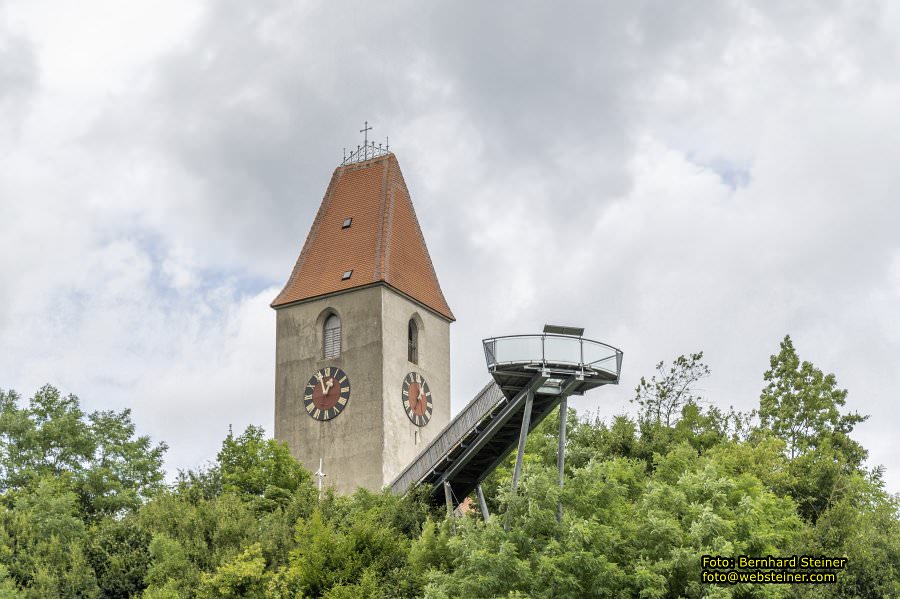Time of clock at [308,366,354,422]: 12:57
